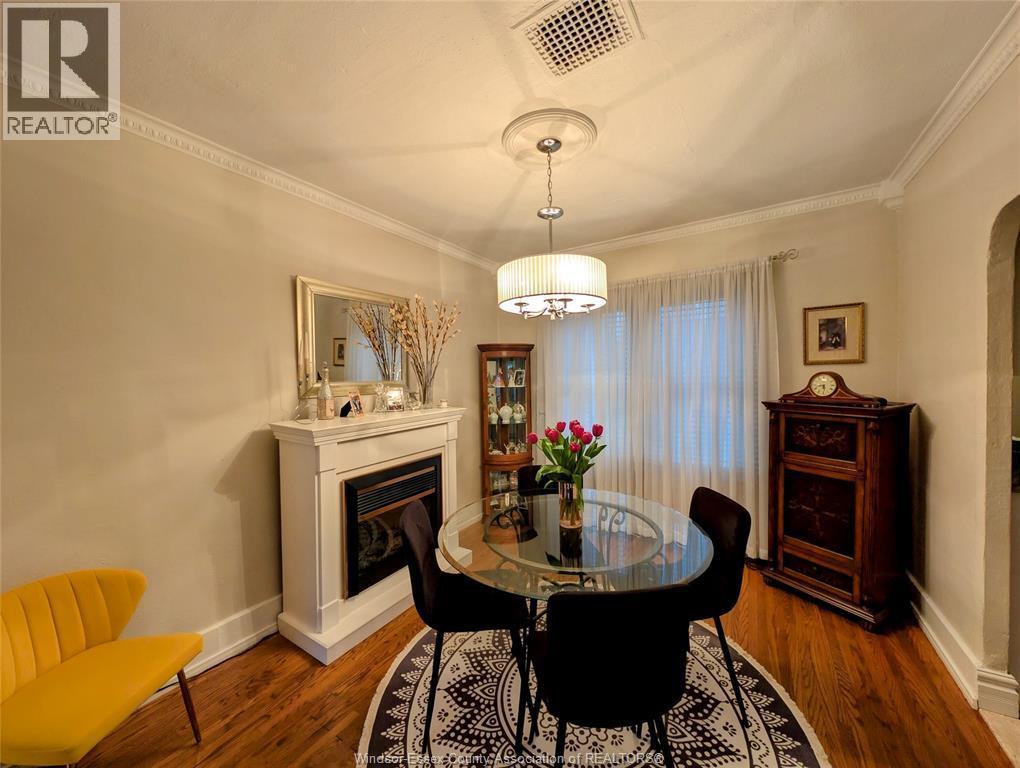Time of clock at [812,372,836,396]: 5:42
